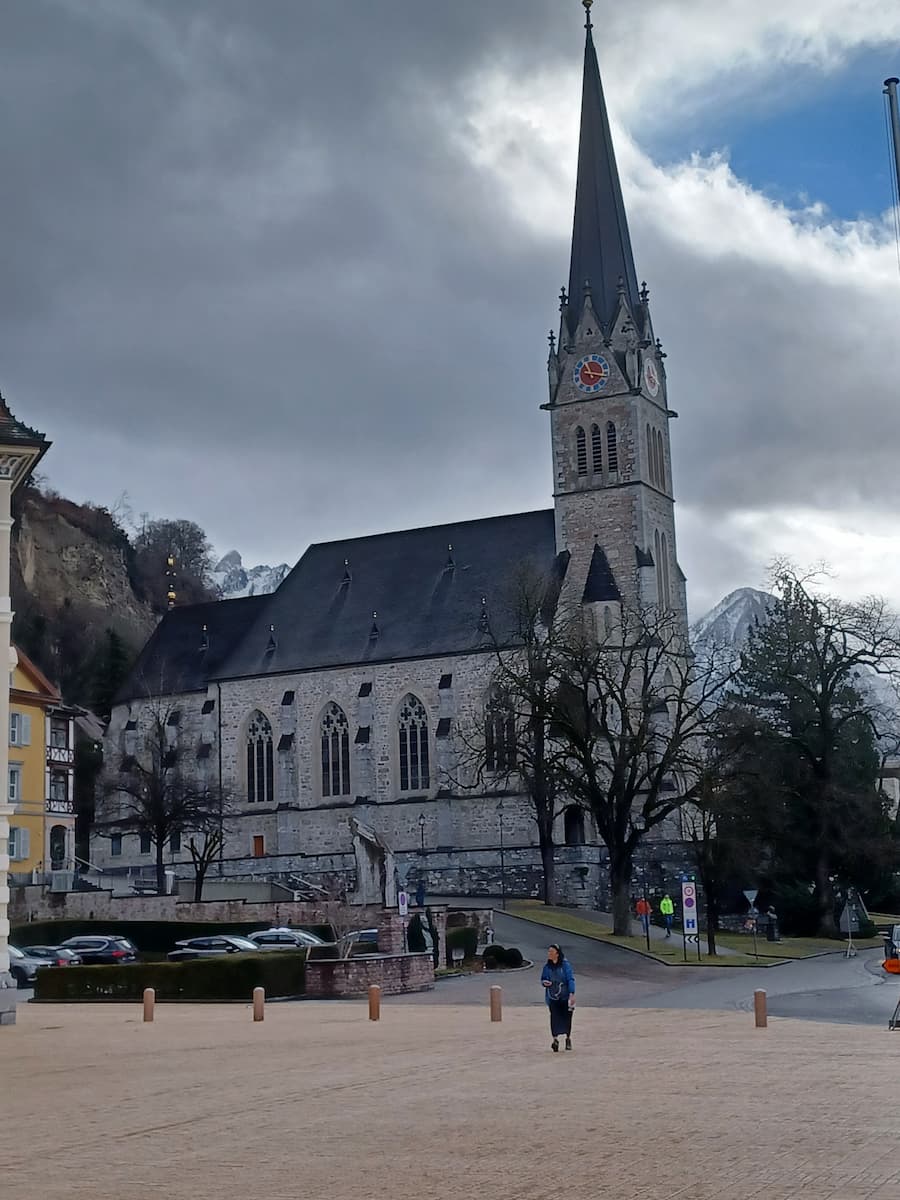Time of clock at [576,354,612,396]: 11:17
